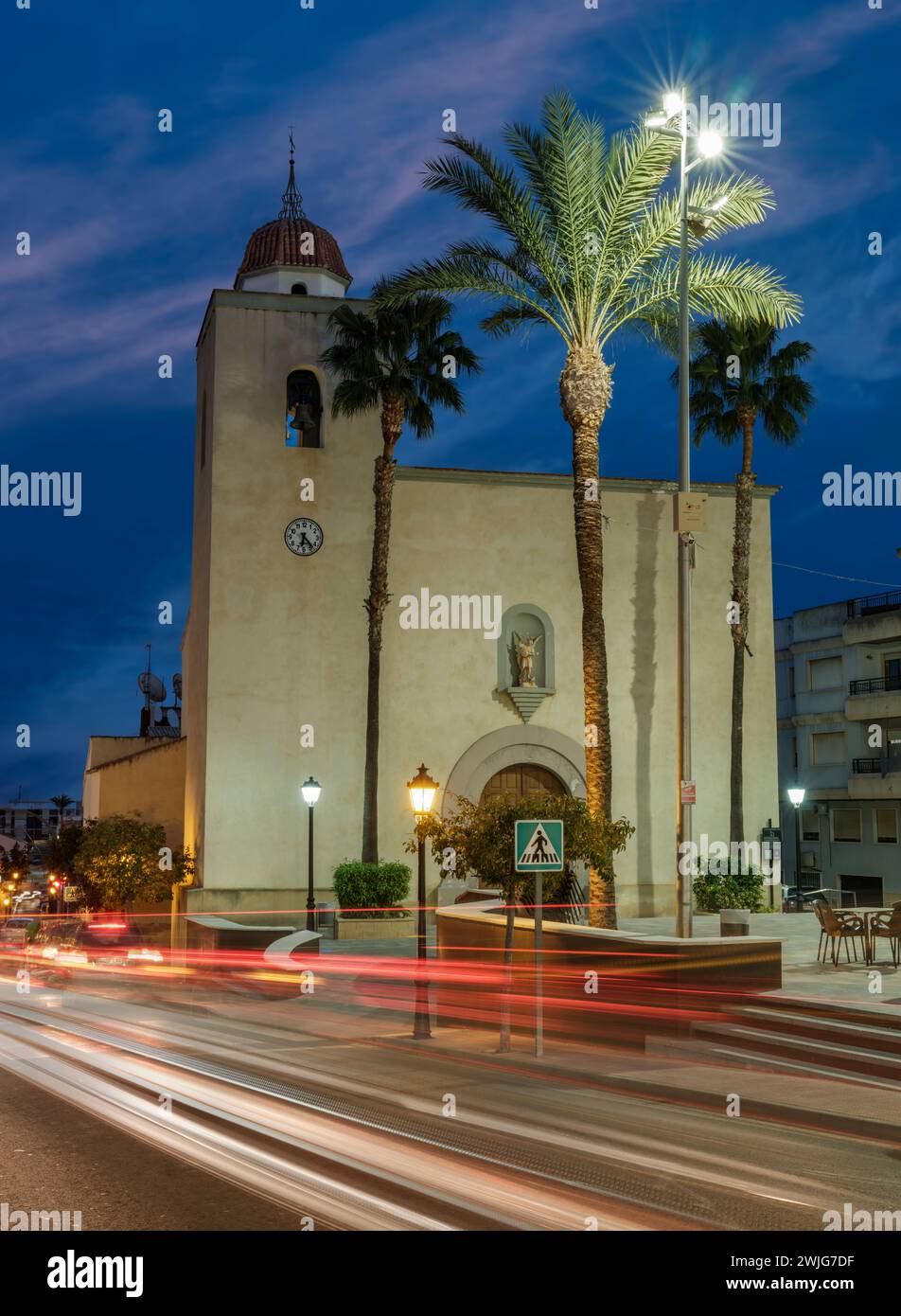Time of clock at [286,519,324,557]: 6:23
